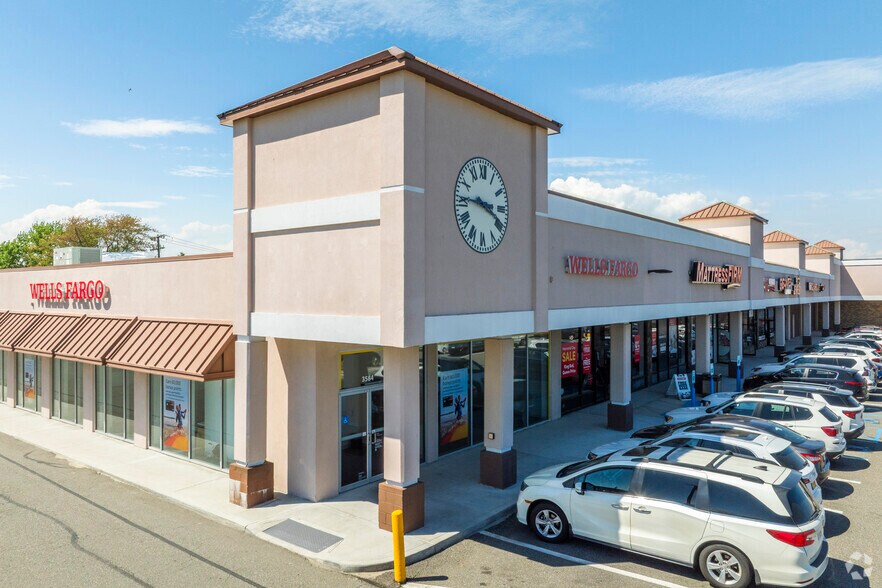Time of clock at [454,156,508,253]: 3:45
